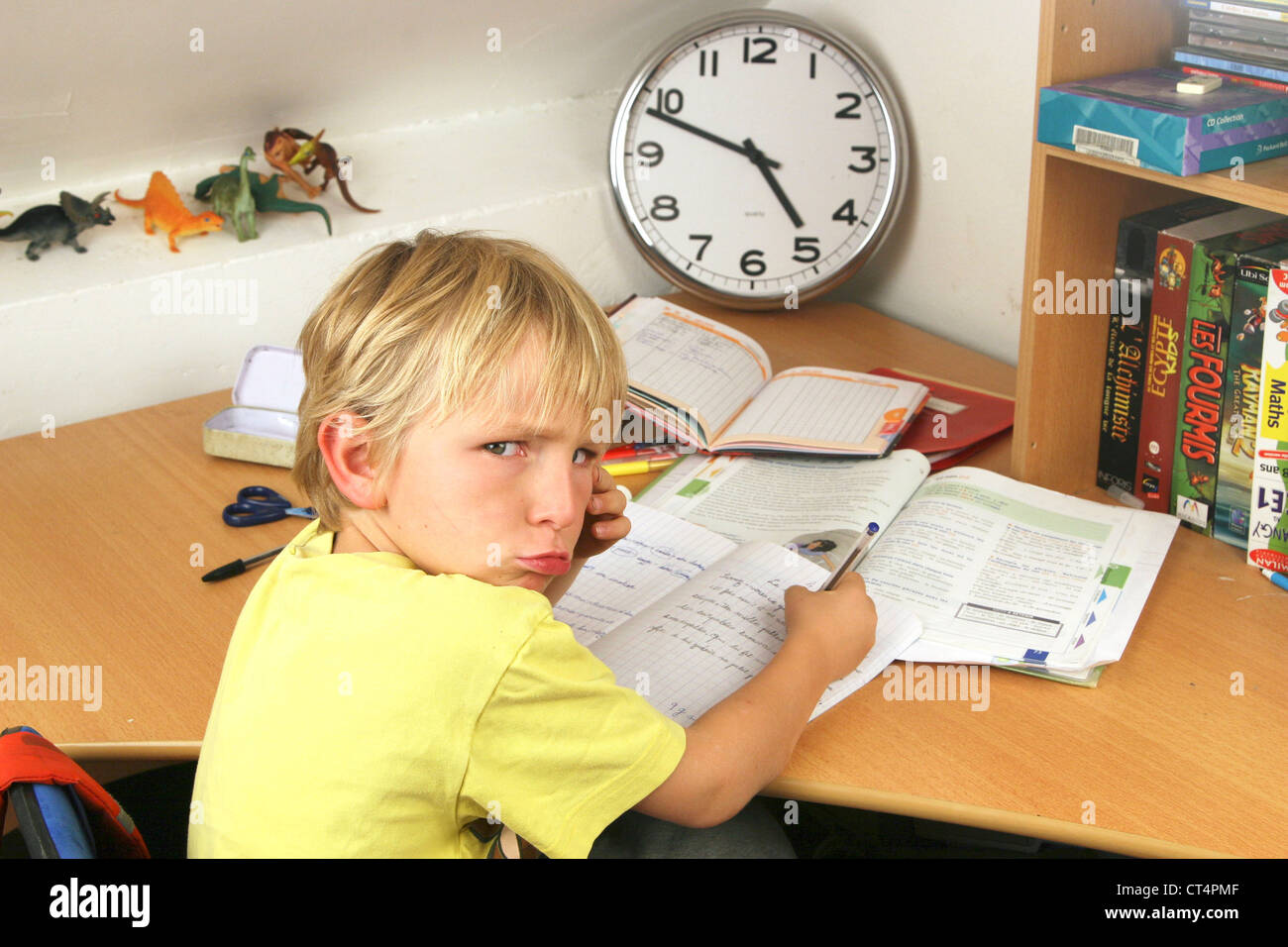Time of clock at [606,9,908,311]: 4:48
